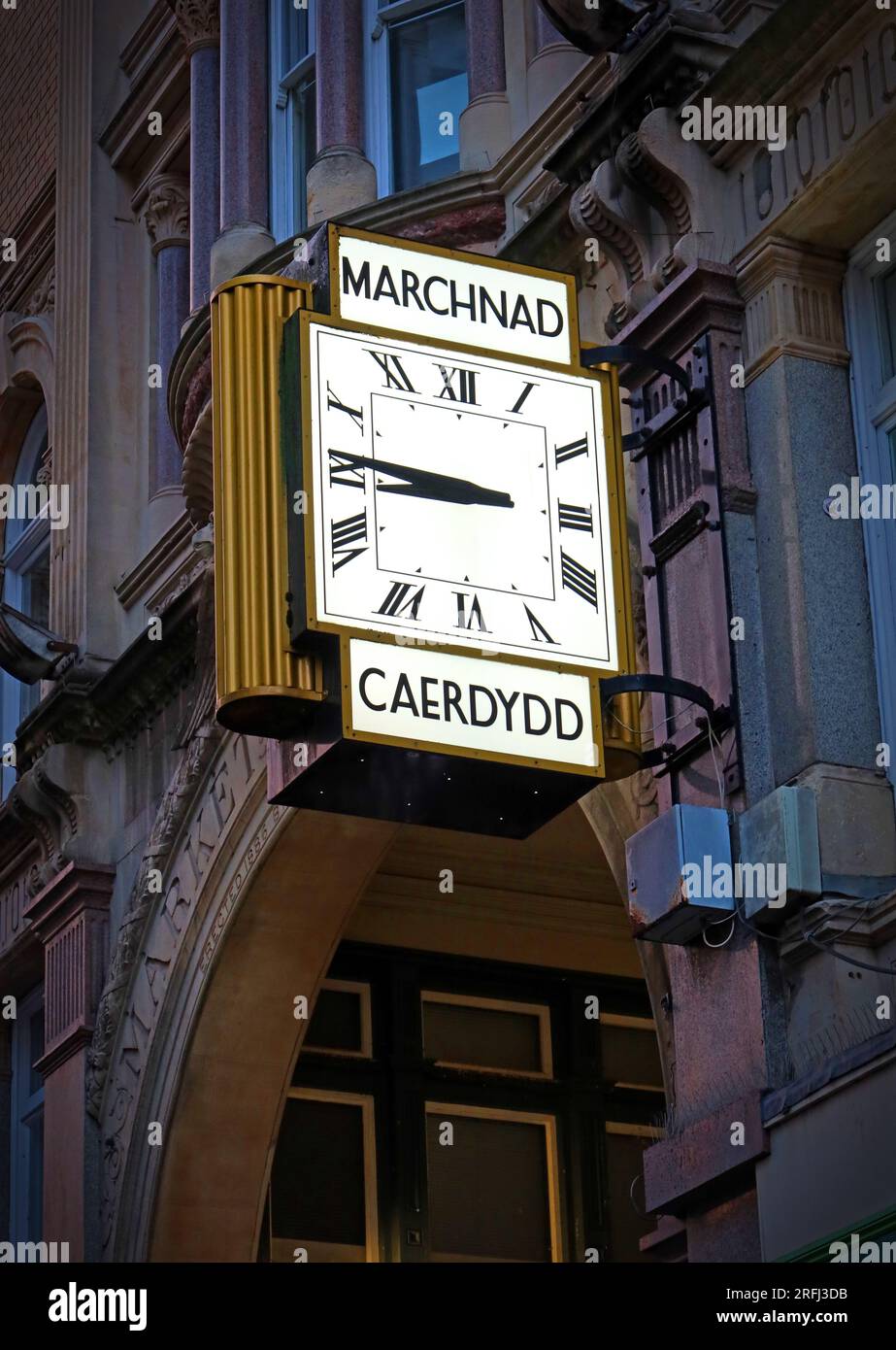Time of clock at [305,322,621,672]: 8:46
